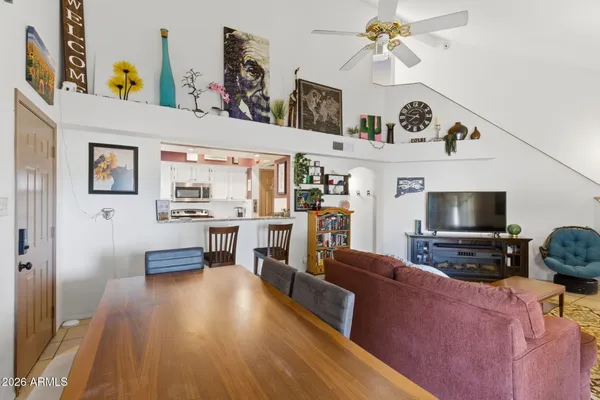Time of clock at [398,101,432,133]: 7:46
